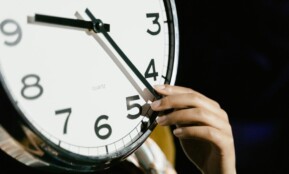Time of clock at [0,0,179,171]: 9:22
